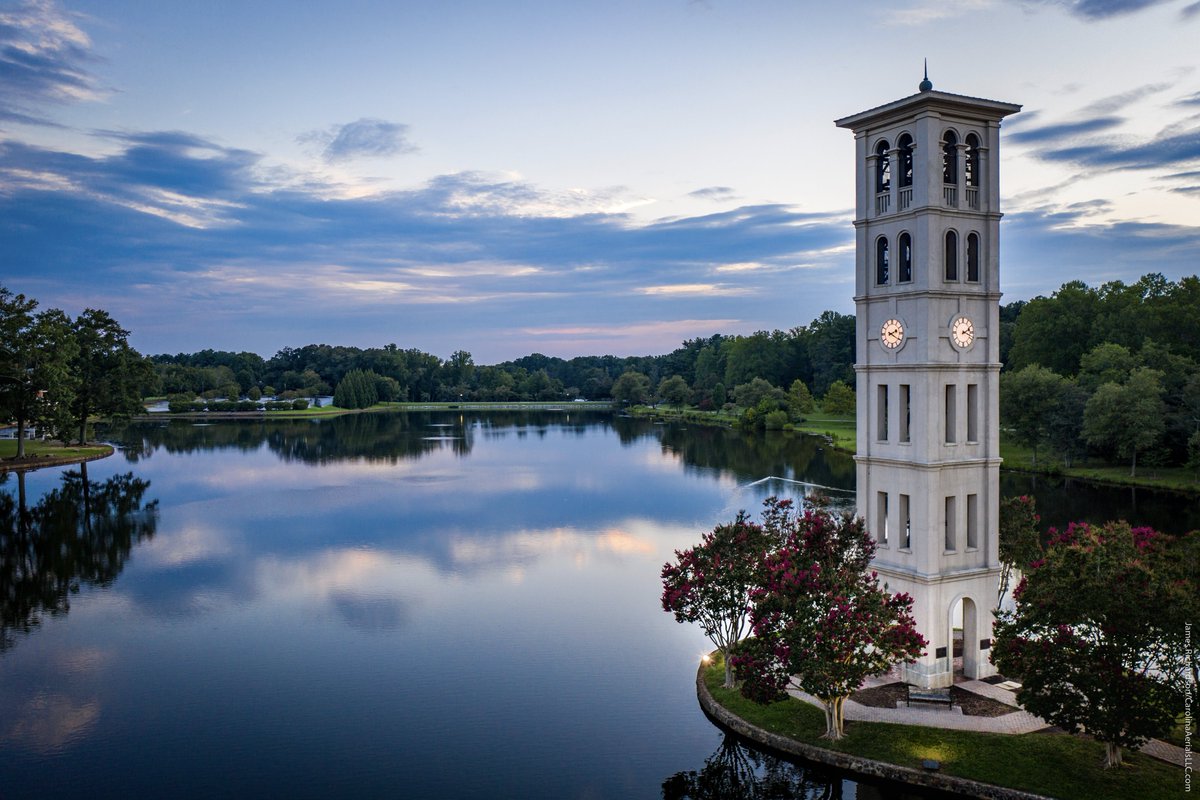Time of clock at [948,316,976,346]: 2:18
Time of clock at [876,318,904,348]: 2:19
